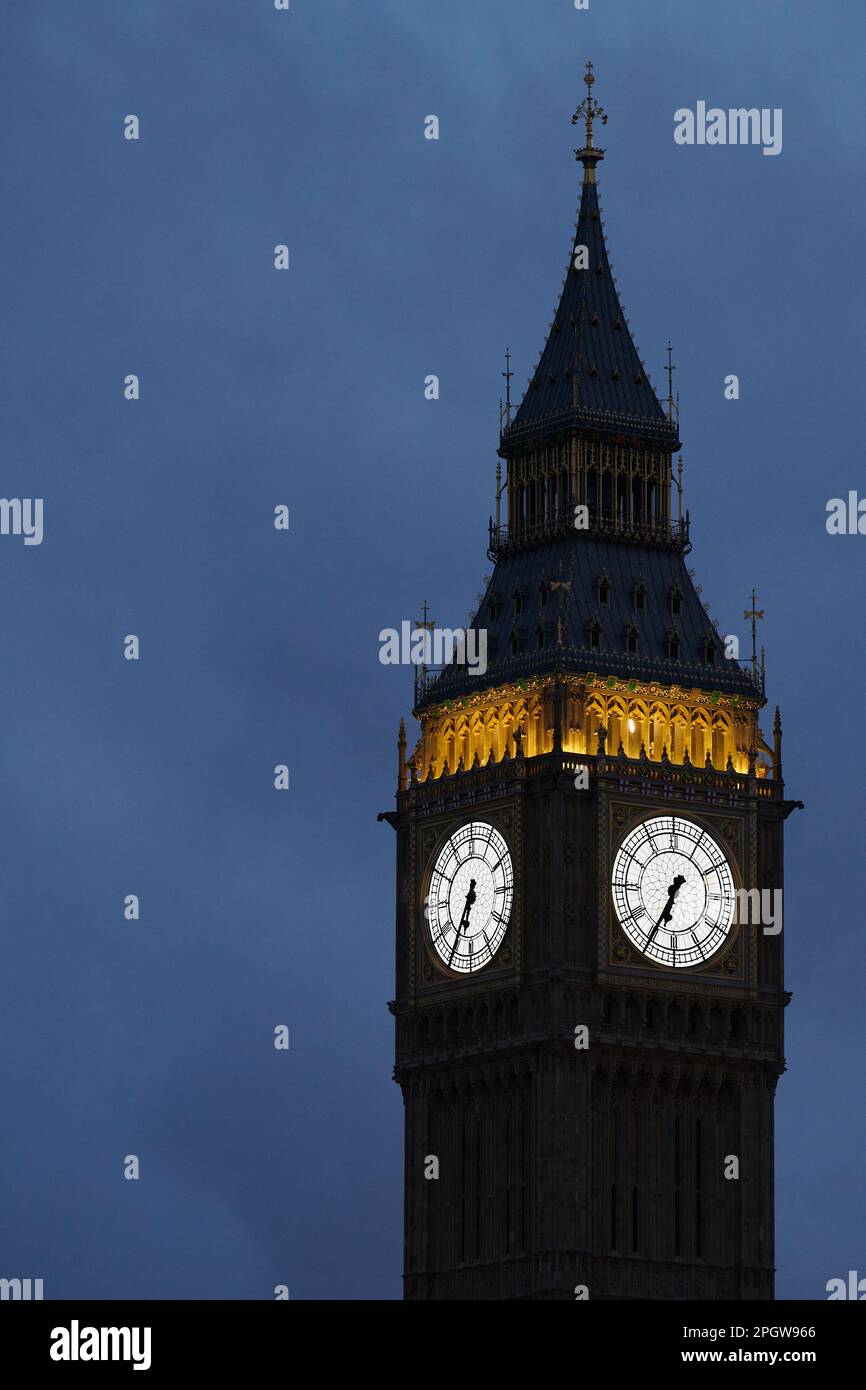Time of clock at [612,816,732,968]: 6:34
